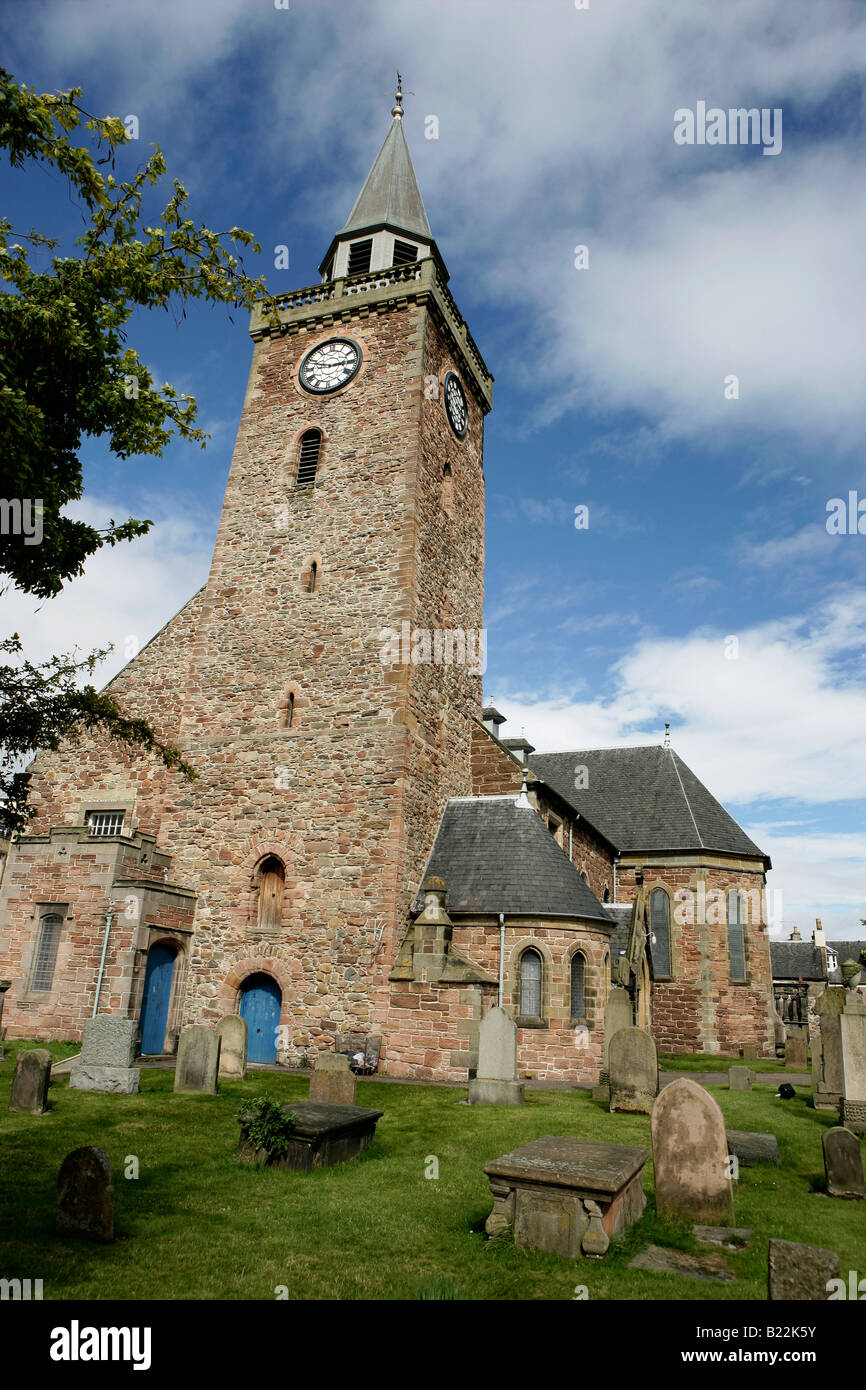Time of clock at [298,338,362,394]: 2:48
